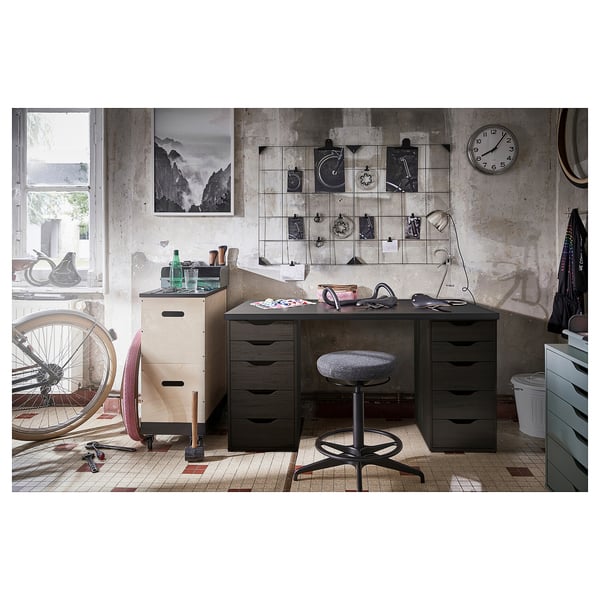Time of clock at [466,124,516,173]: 8:06
